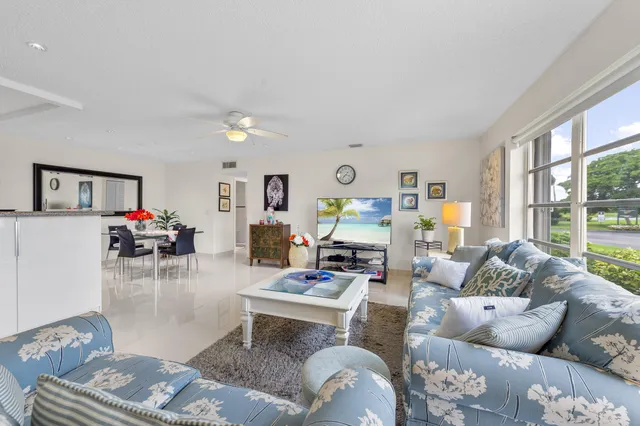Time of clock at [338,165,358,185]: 7:18
